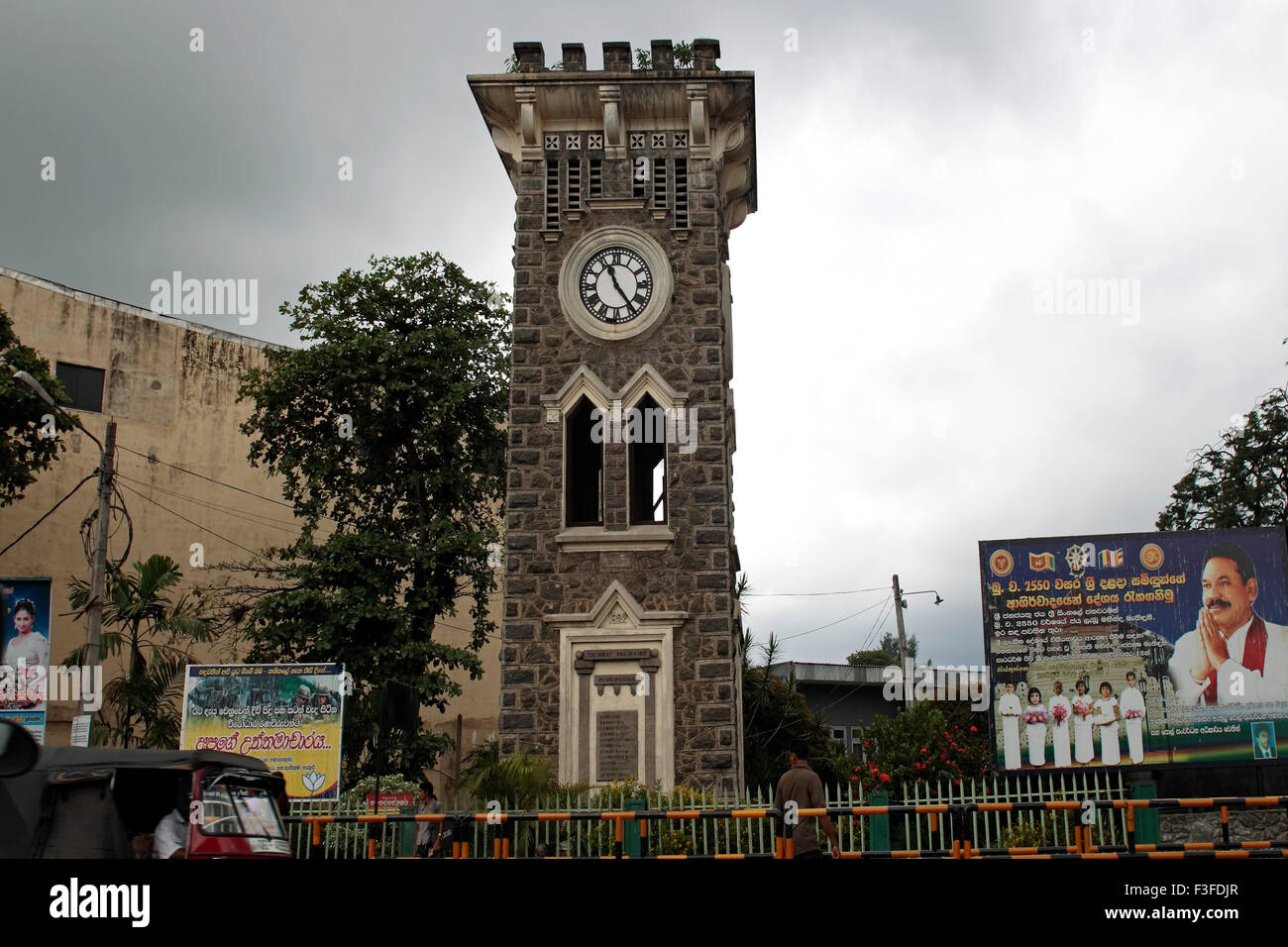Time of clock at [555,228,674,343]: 11:23
